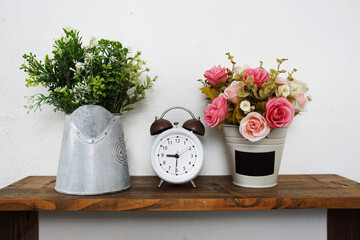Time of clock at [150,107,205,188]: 9:10
